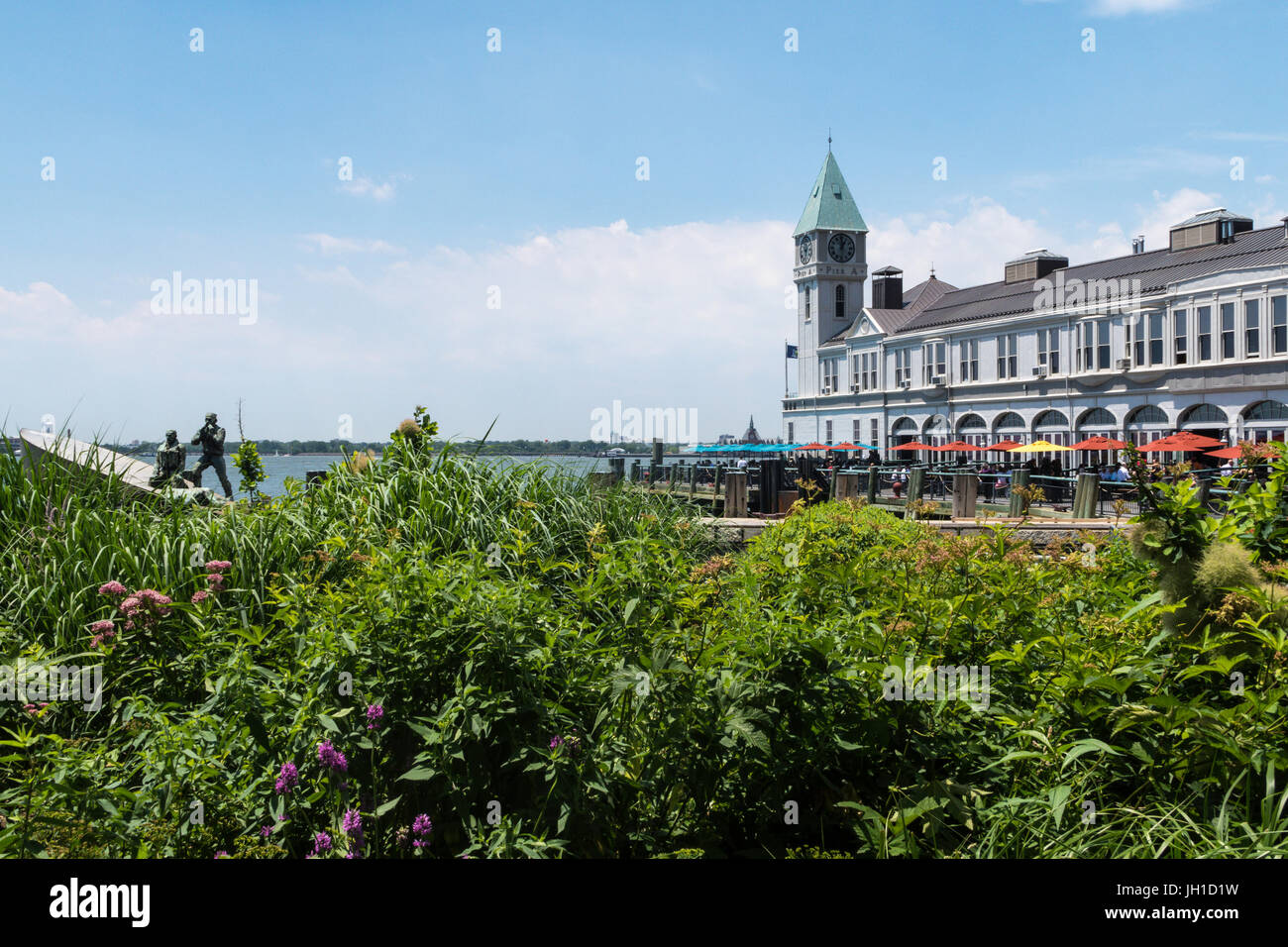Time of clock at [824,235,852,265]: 12:59
